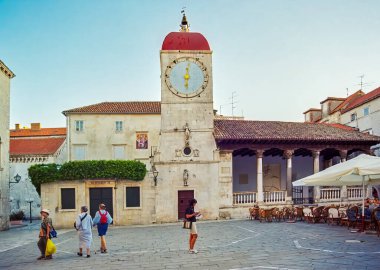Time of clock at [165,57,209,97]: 6:01
